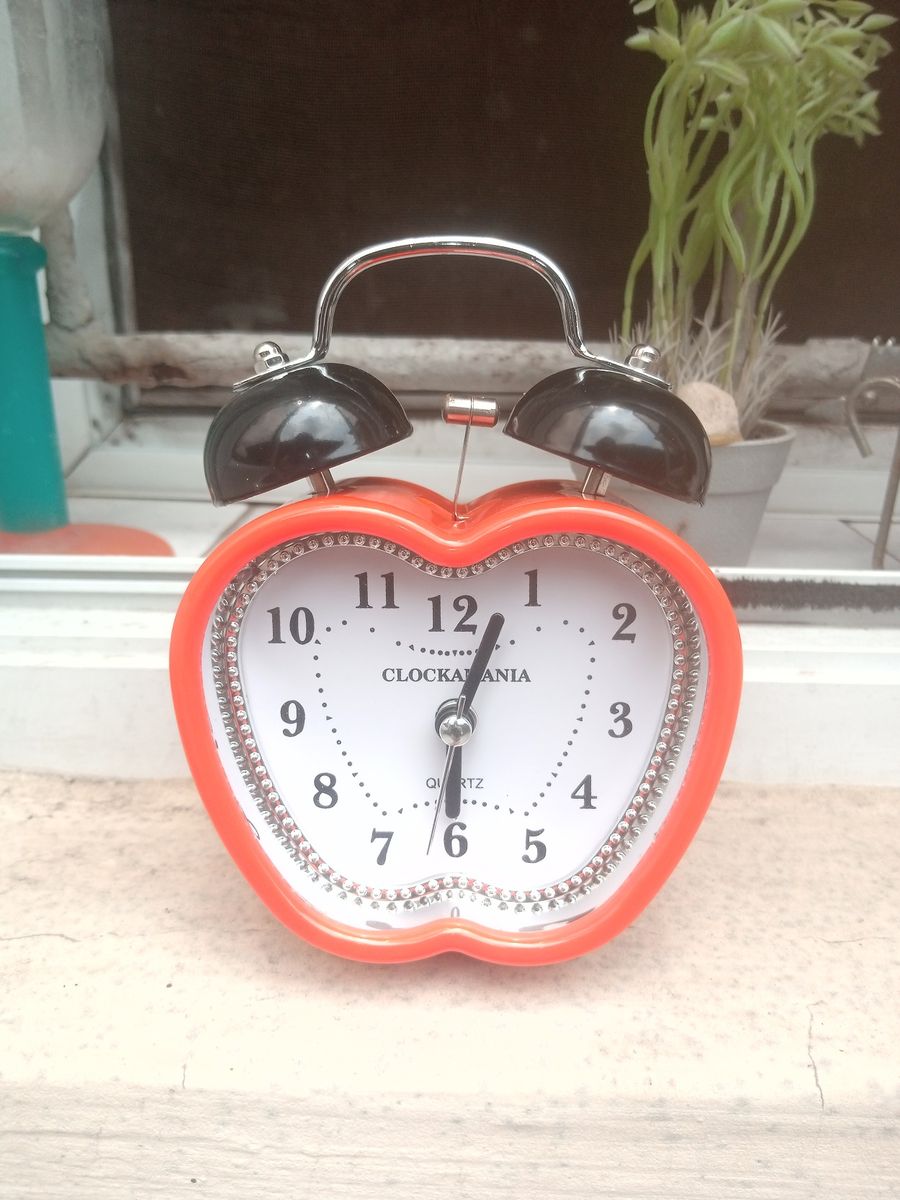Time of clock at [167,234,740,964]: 6:03
